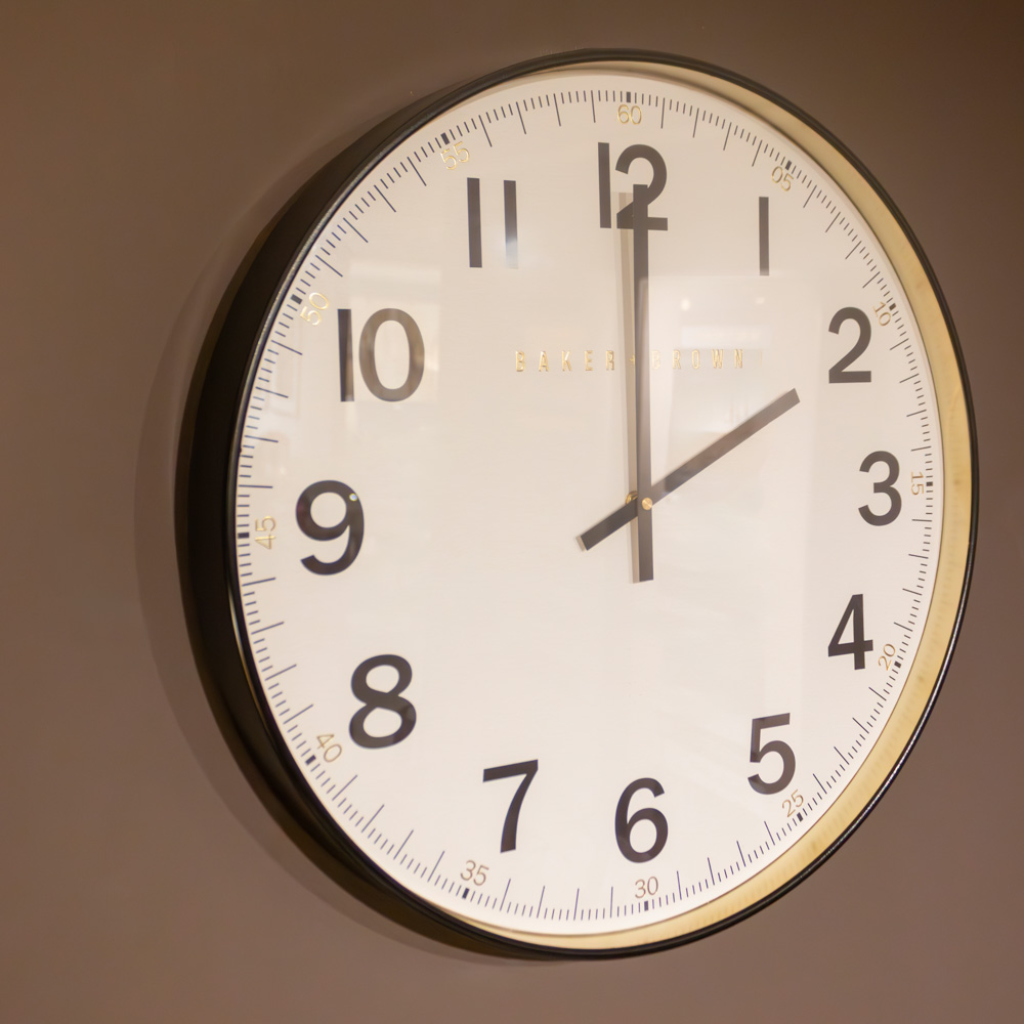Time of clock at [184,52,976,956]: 2:00
